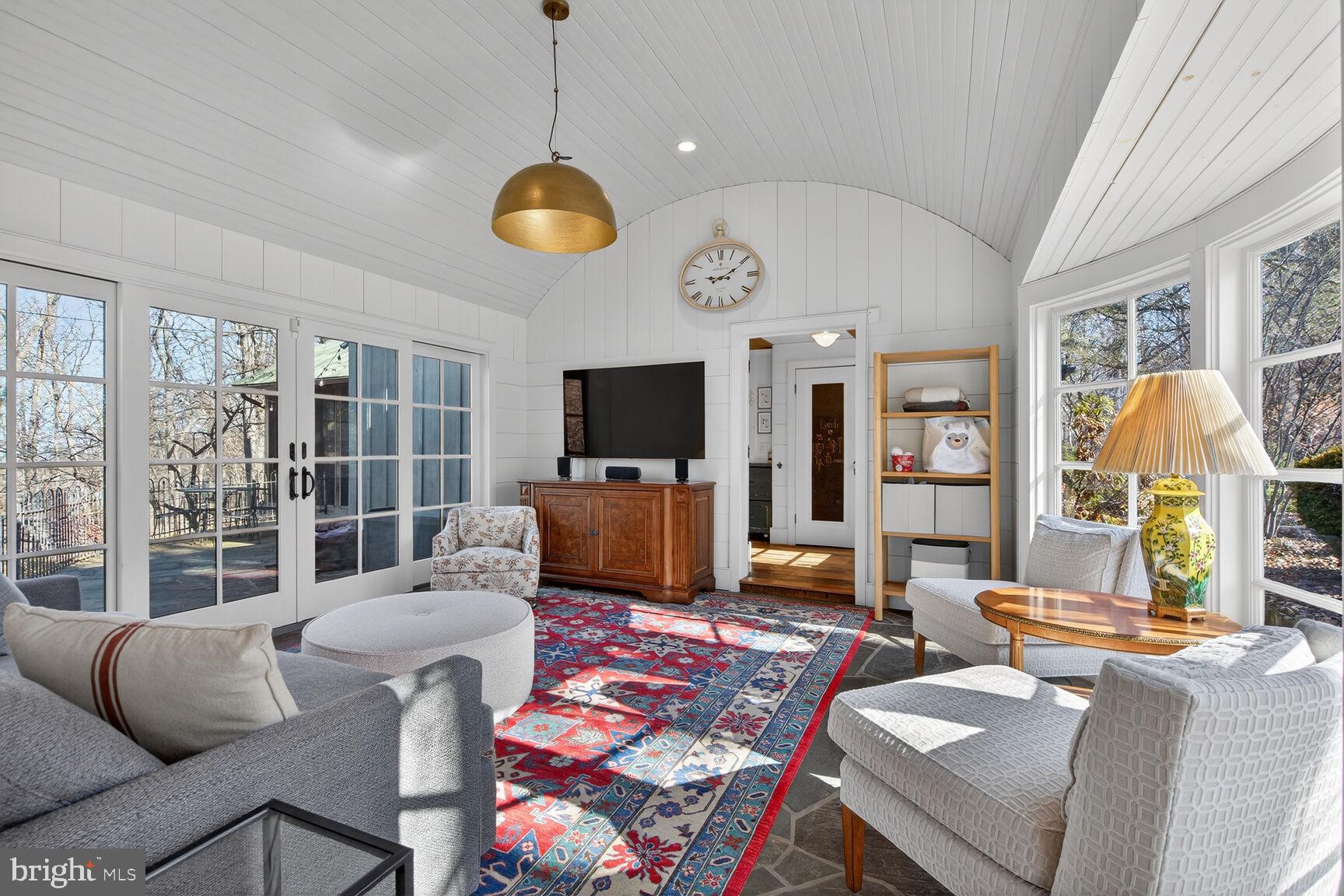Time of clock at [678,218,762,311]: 9:10
